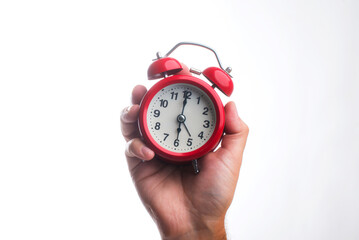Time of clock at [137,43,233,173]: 6:00
